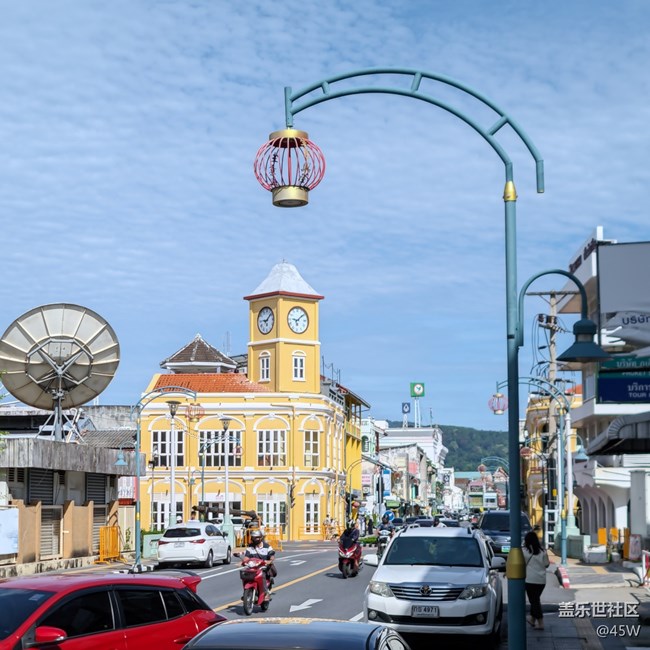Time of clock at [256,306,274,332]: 9:08
